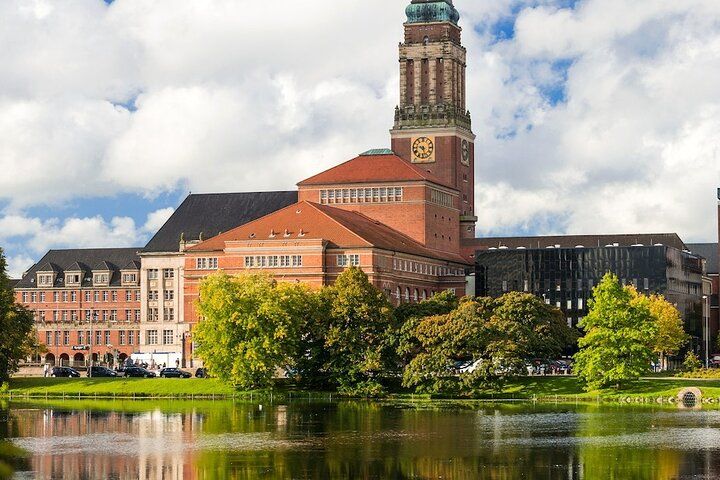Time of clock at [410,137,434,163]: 9:27
